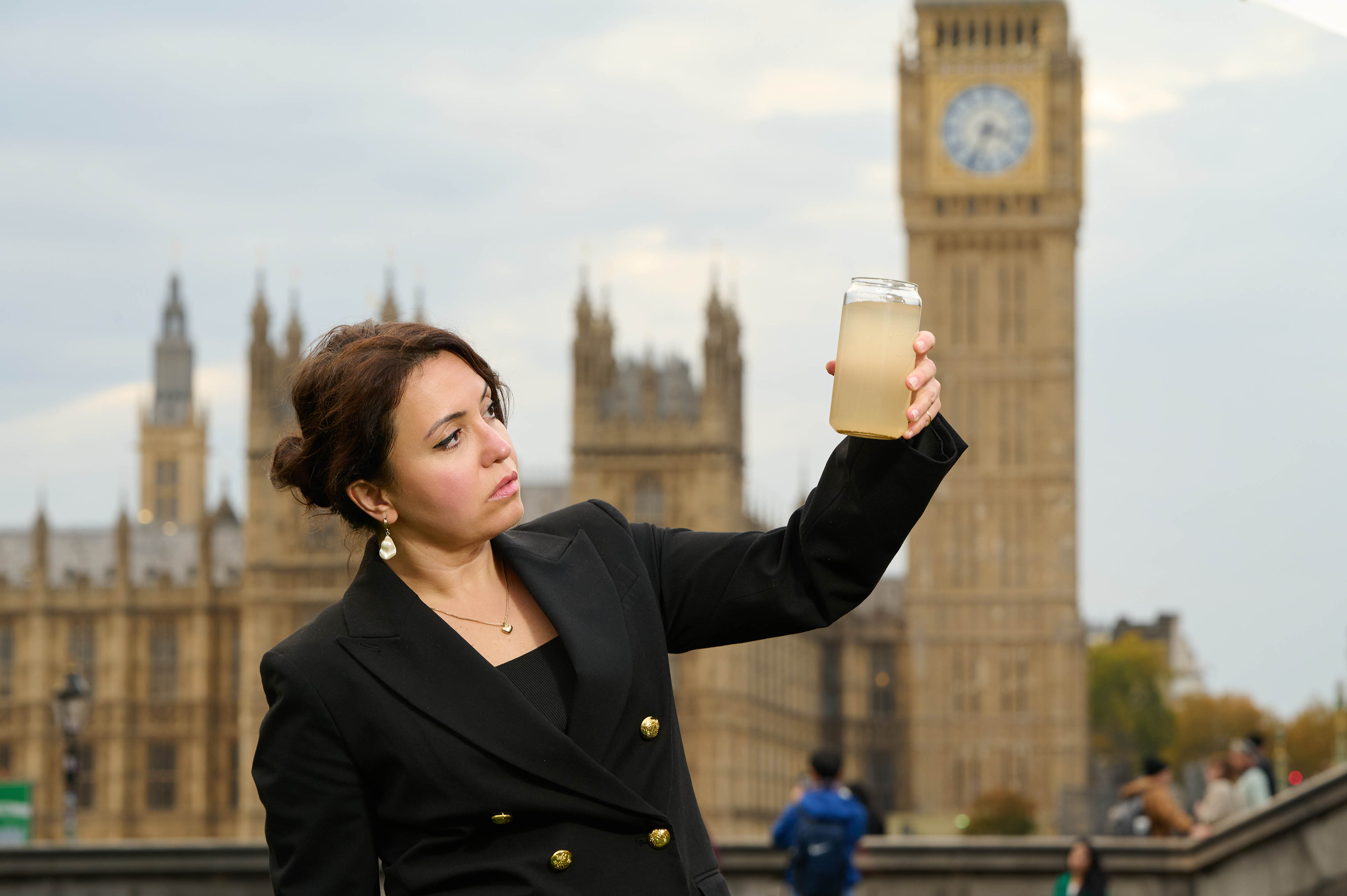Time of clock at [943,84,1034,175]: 3:33
